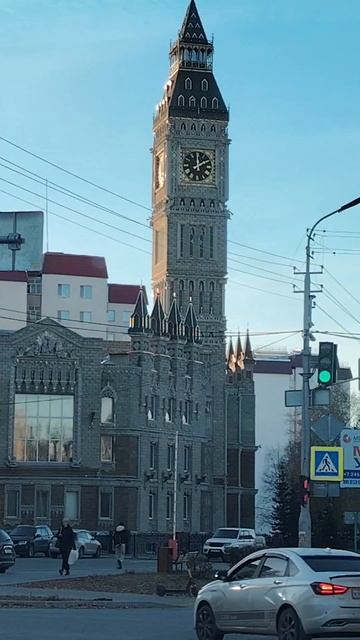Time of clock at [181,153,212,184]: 2:00
